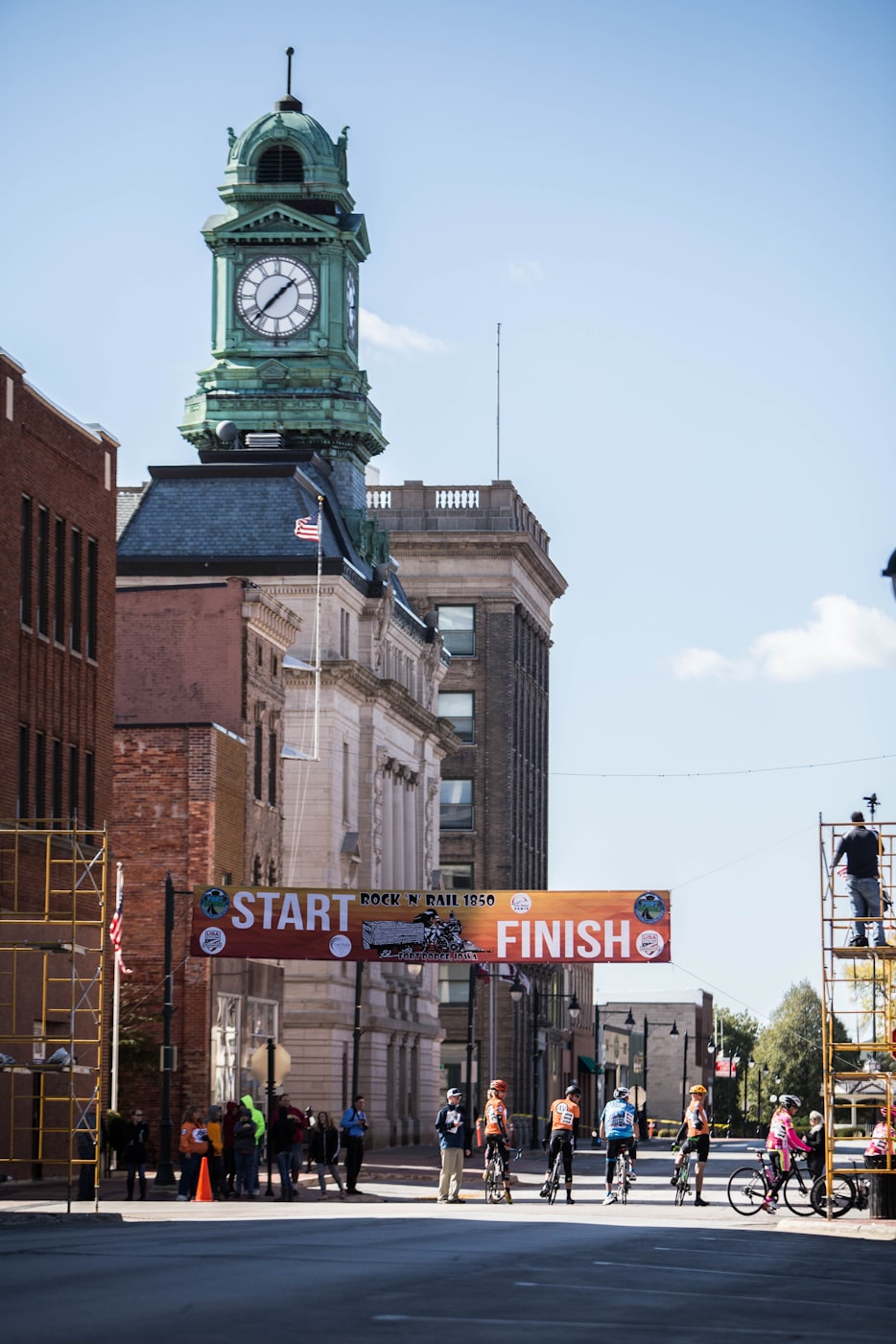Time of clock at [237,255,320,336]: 1:37
